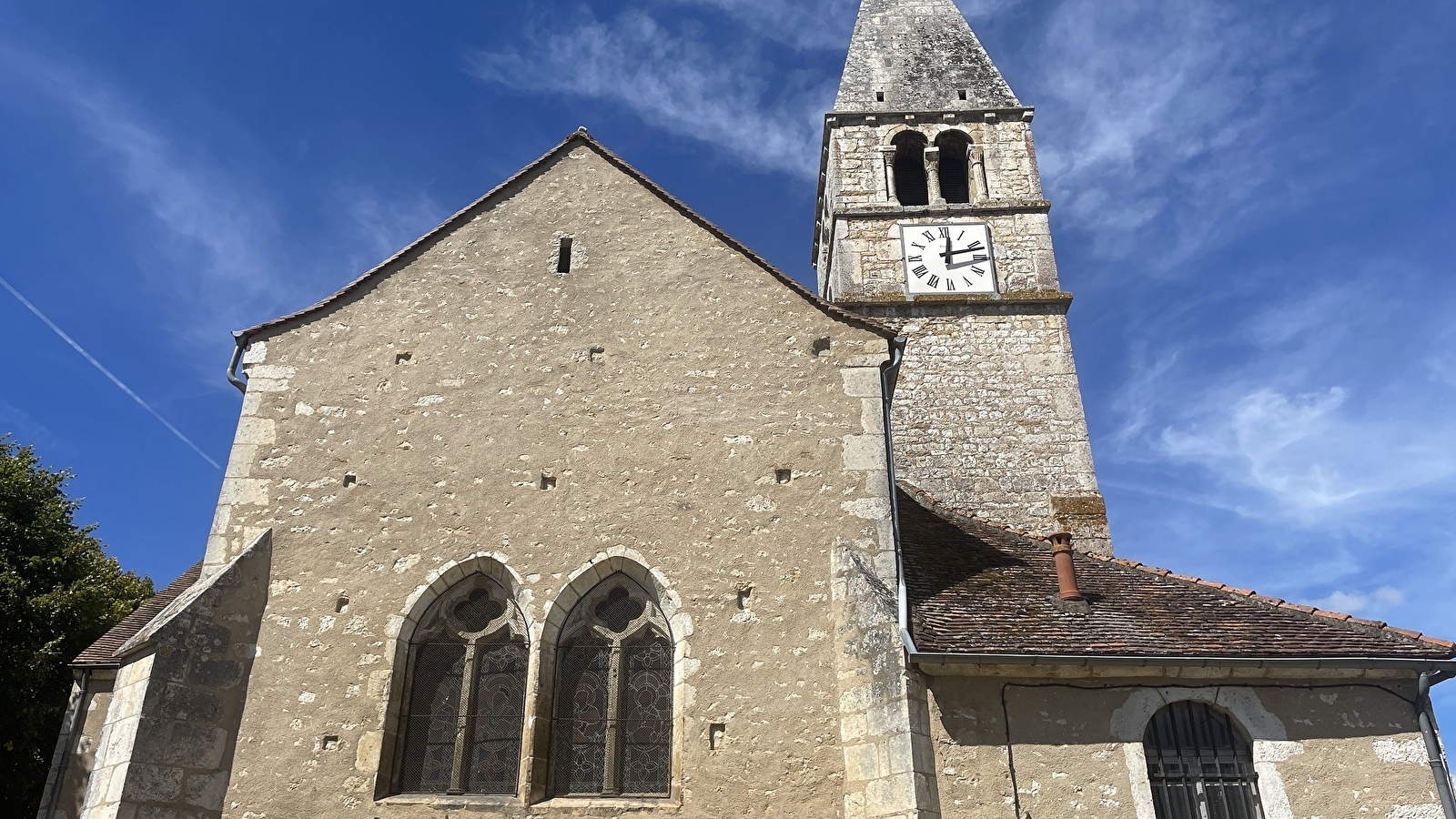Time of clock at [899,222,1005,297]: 12:12
